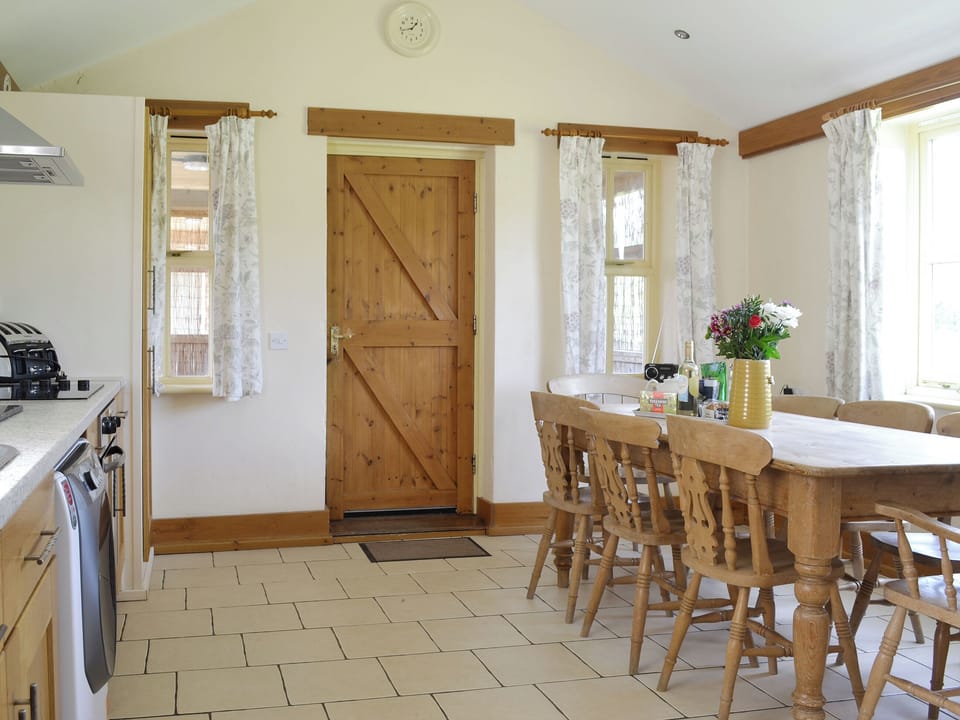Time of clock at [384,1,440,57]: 1:42
